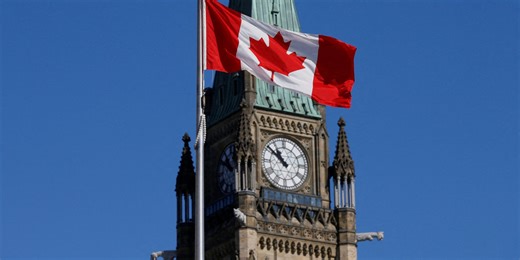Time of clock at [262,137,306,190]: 10:51
